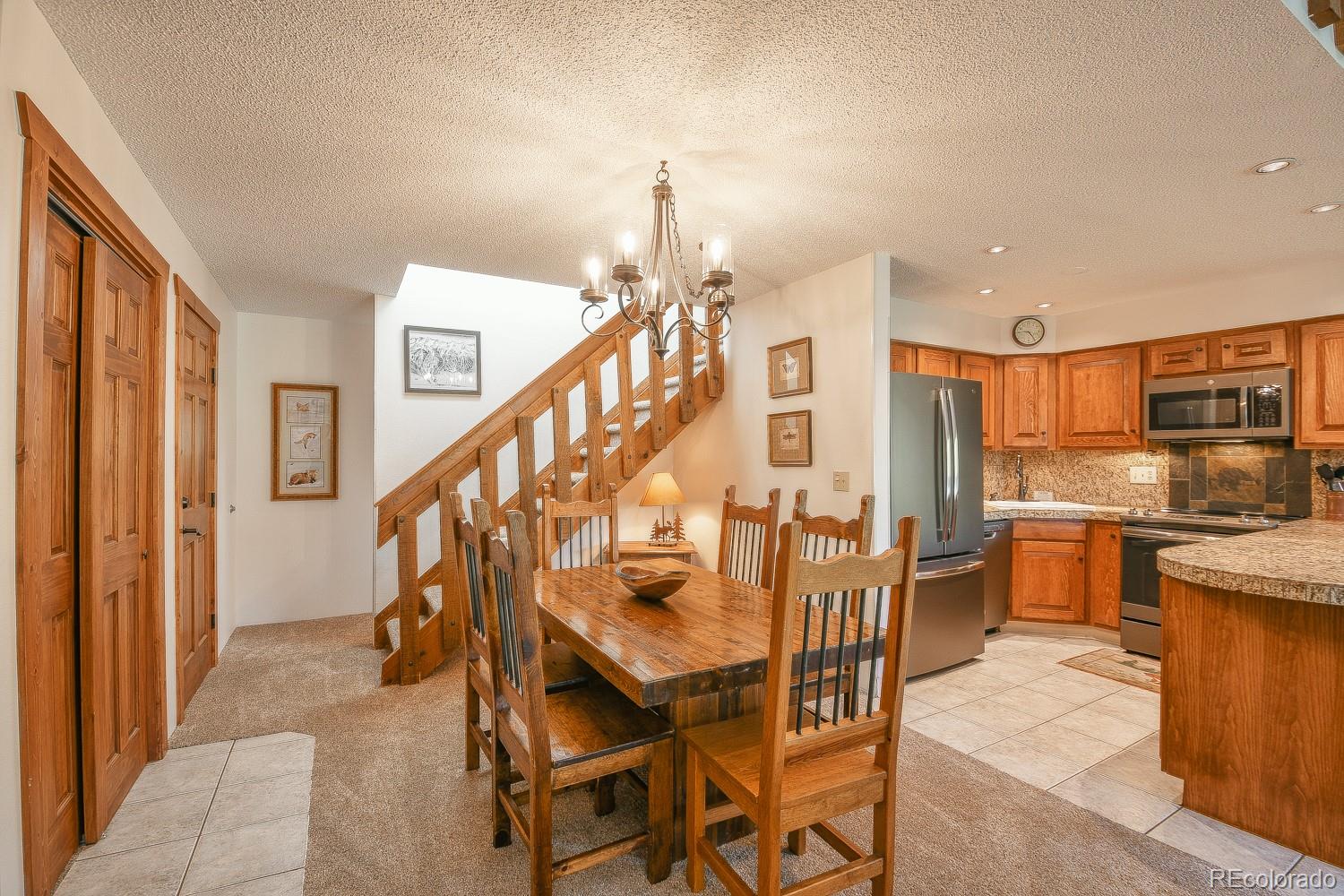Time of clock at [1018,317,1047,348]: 4:45
